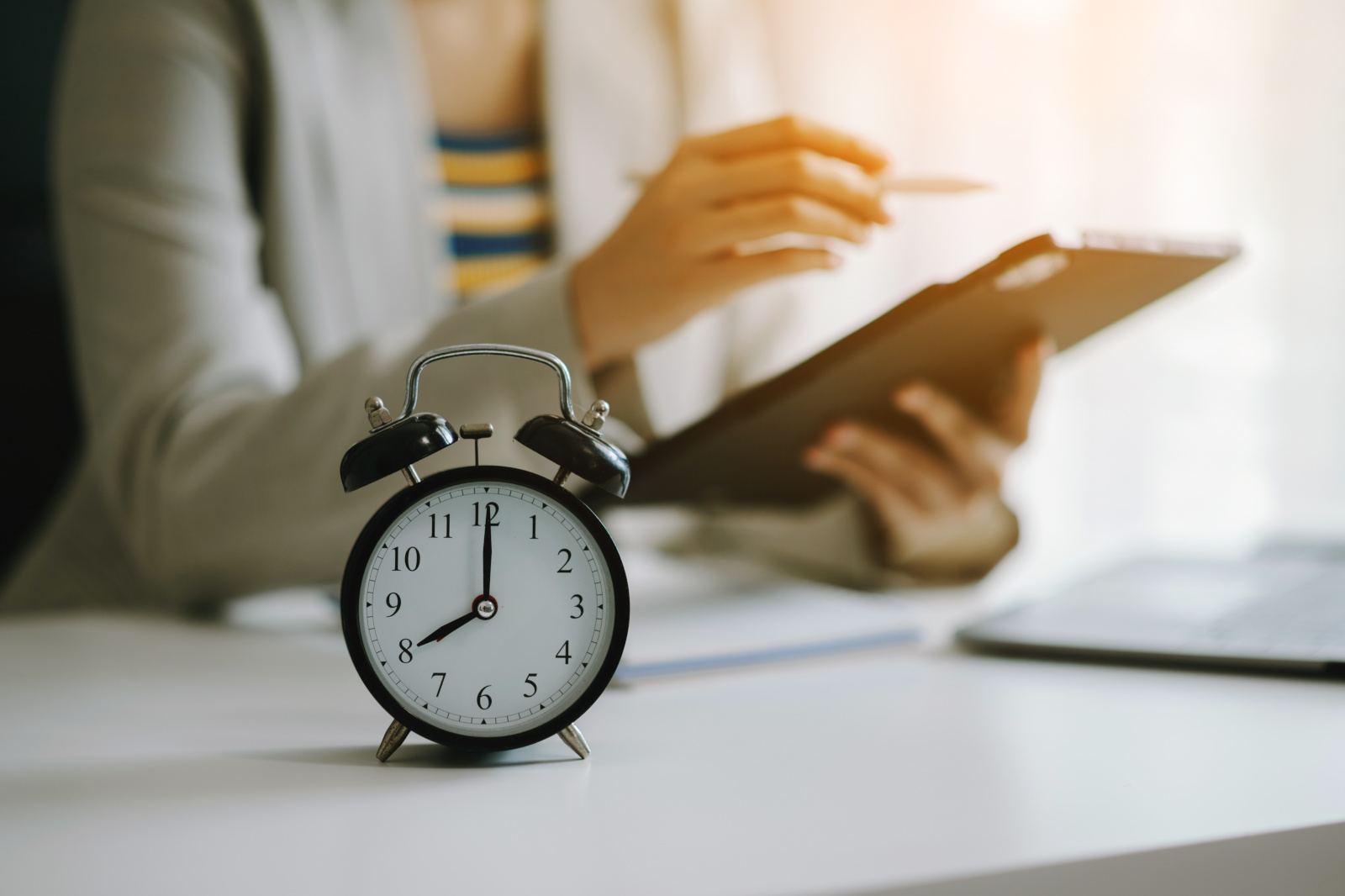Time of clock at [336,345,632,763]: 8:00
